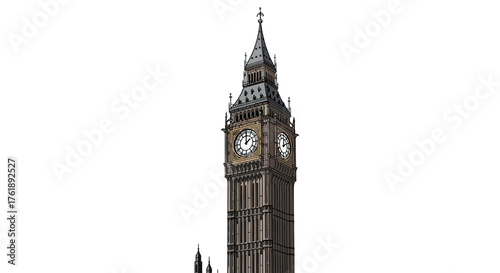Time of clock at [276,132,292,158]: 12:09
